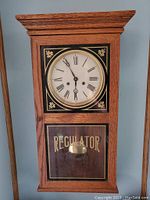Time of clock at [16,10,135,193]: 5:55
